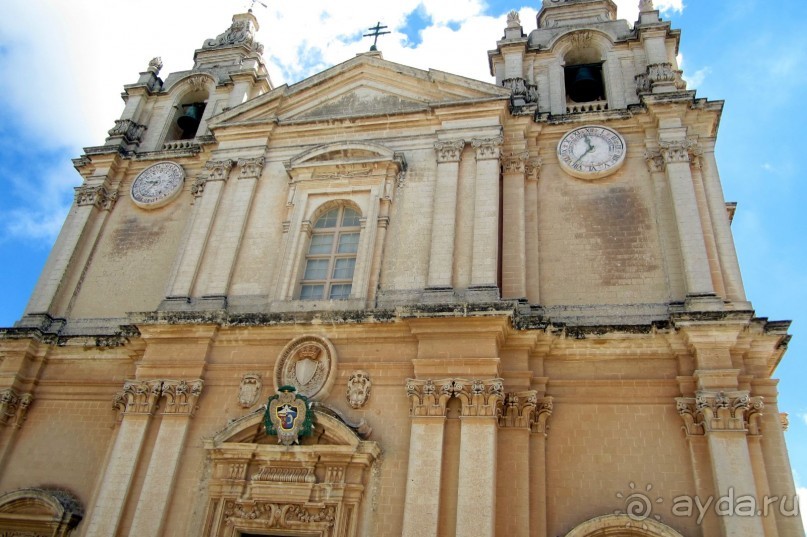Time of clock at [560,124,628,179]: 11:36
